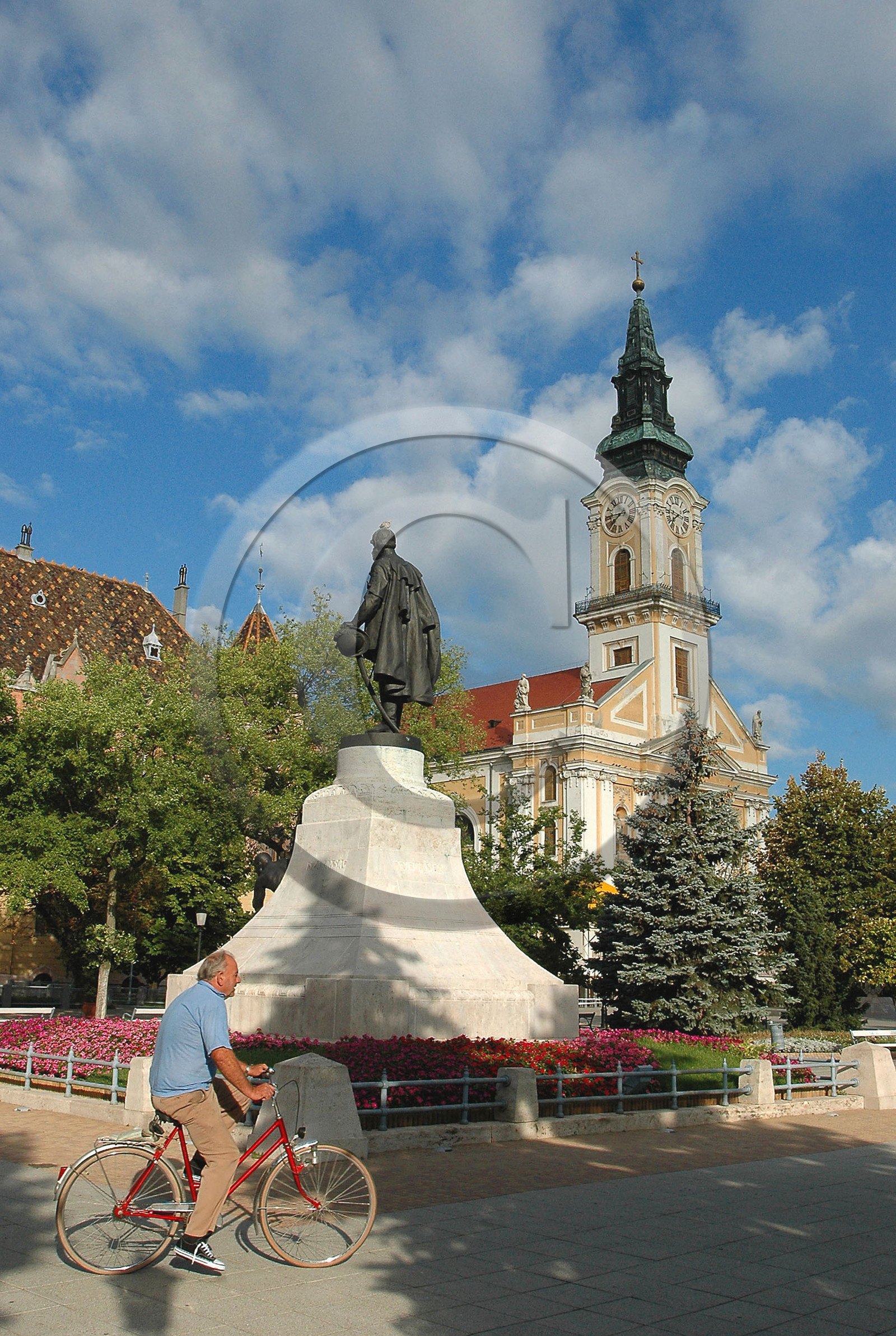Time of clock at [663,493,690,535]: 7:46
